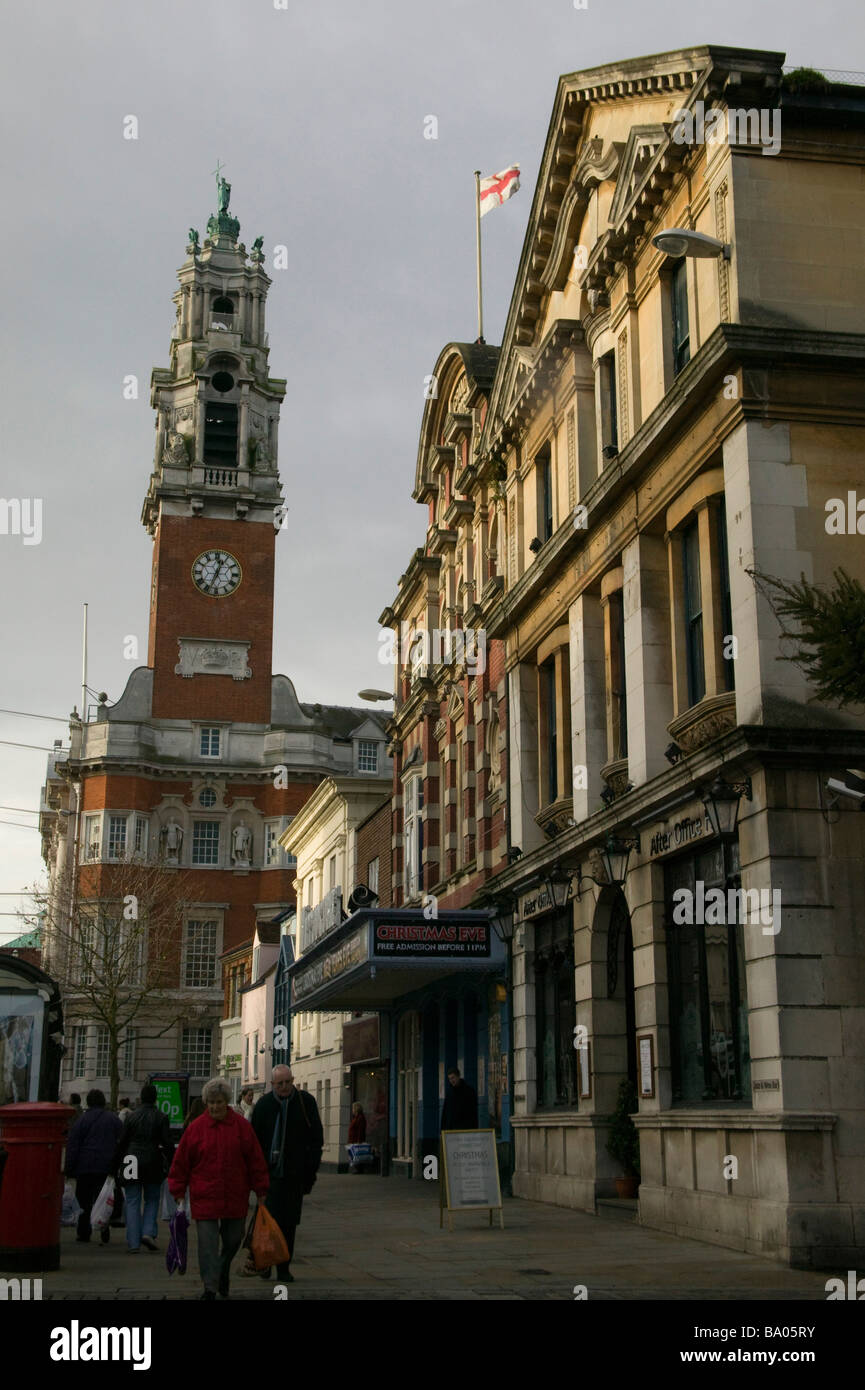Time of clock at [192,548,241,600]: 12:33
